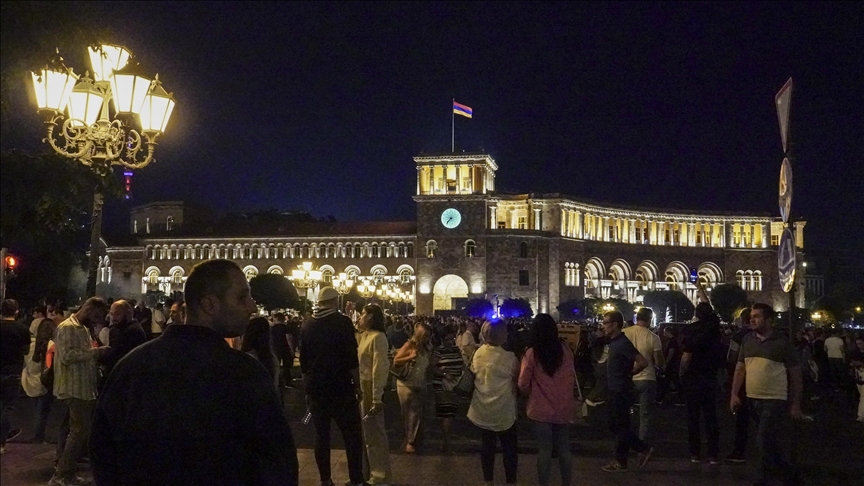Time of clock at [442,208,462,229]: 7:36
